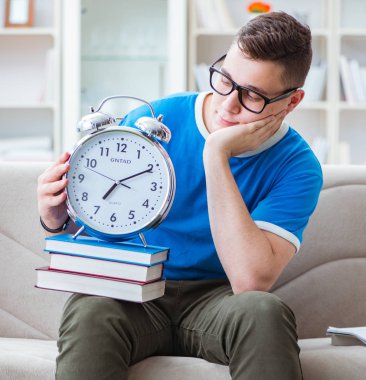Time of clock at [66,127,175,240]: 7:10
